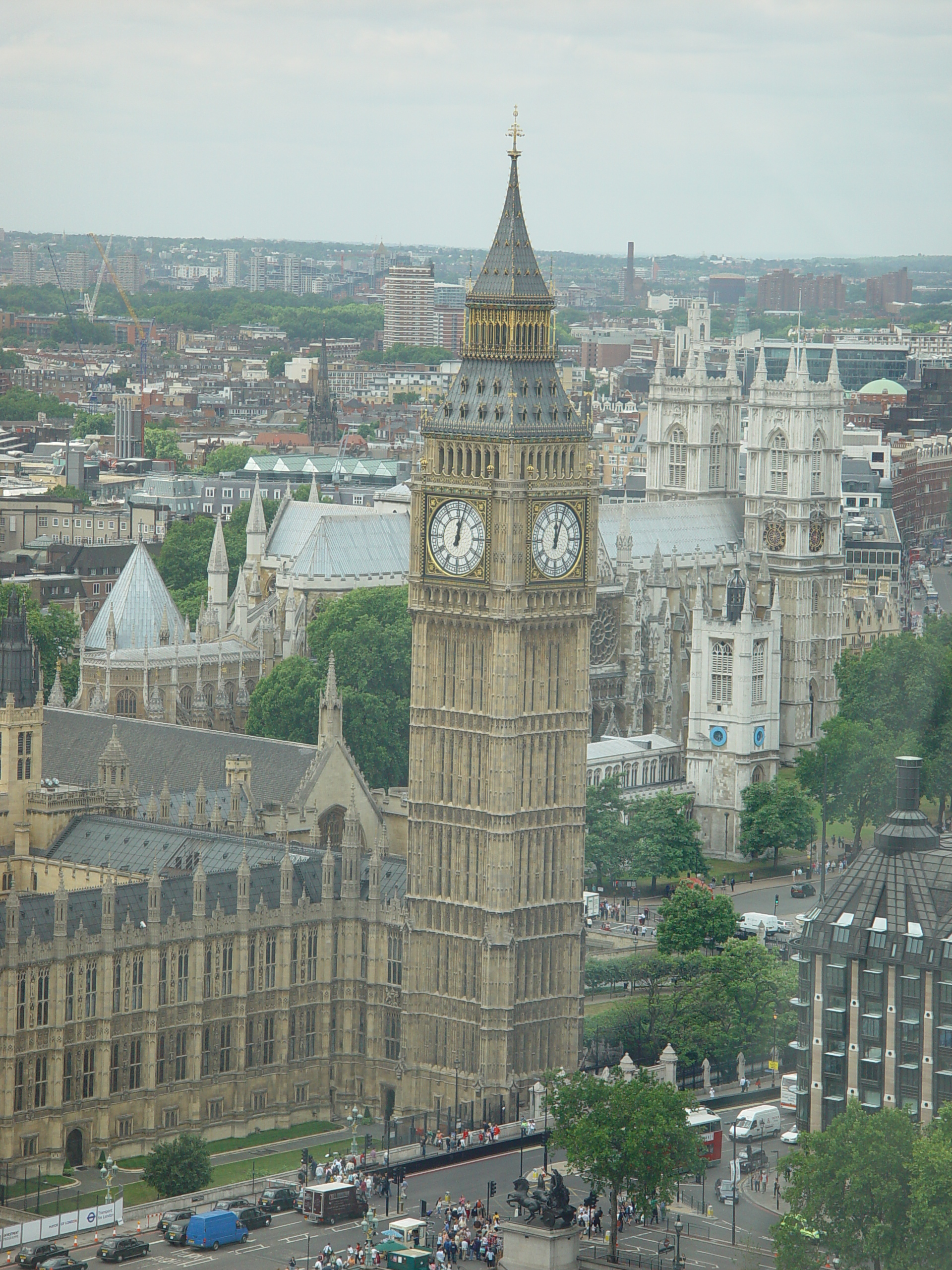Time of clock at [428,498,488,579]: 12:02
